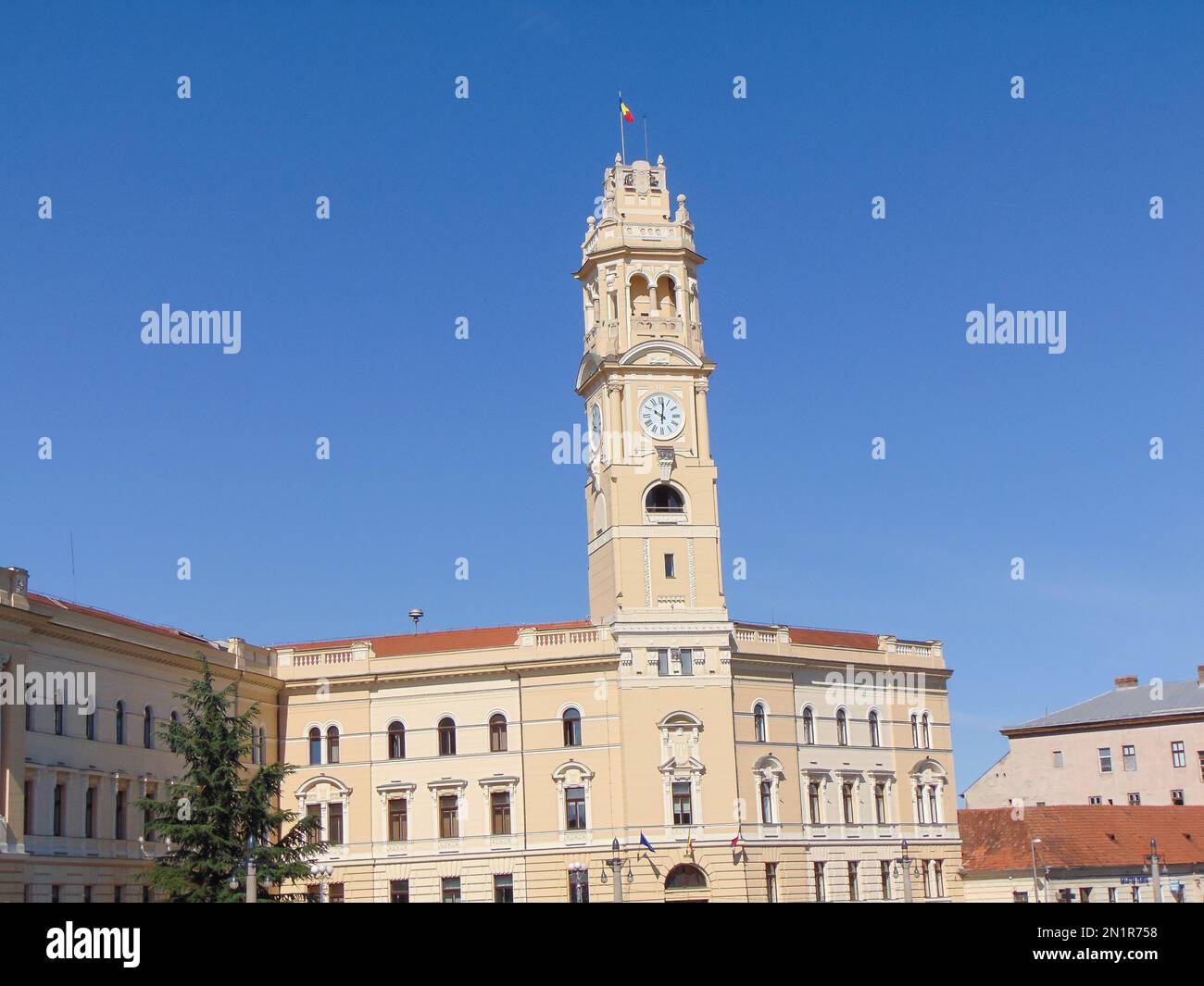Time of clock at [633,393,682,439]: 10:00
